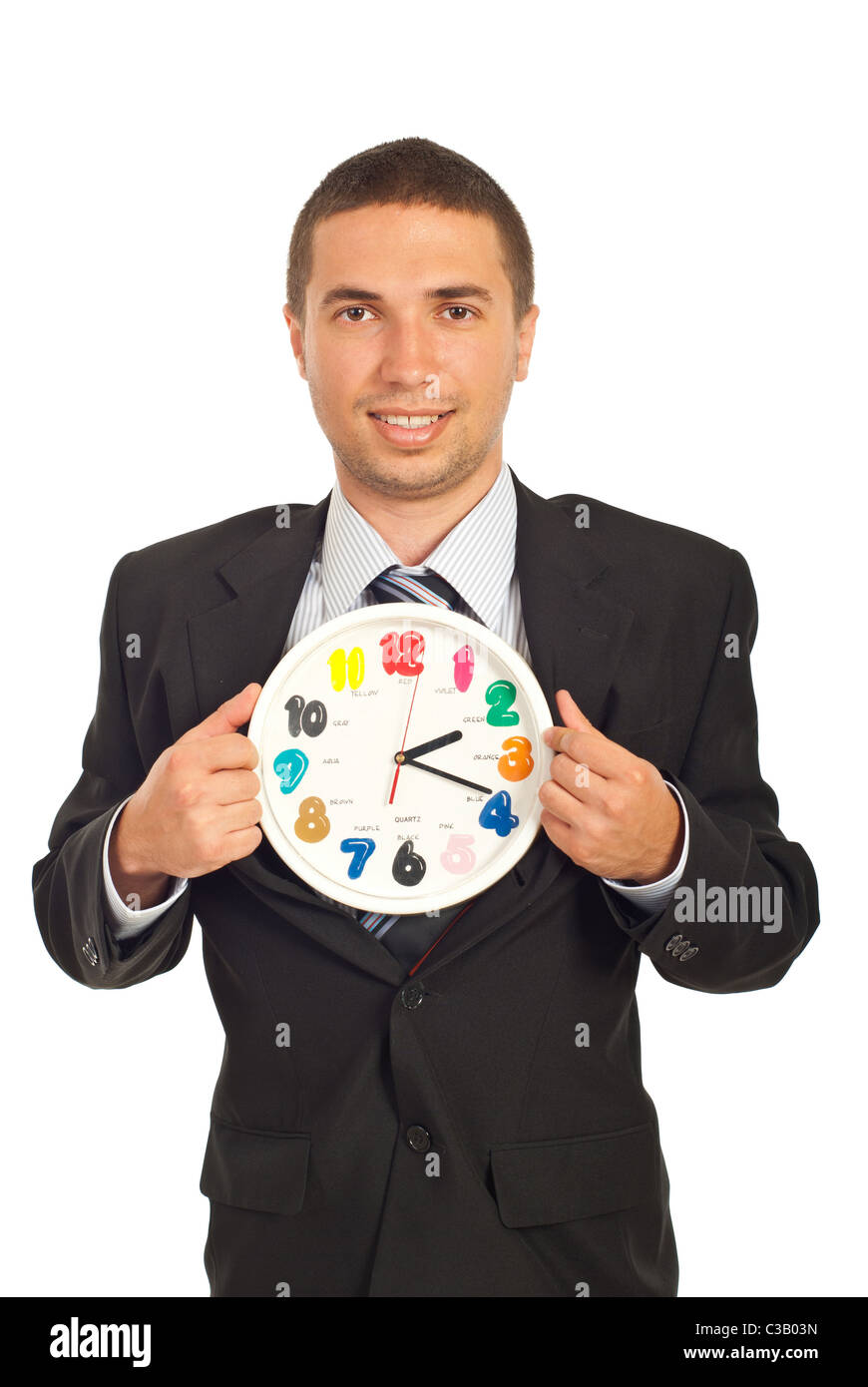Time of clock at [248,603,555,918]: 2:18
